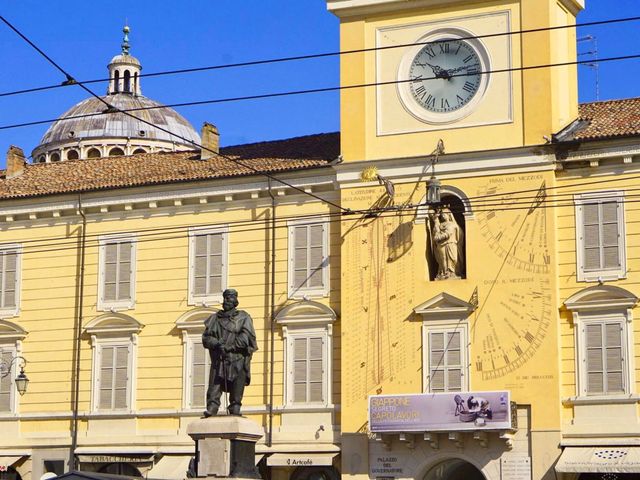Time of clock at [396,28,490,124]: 10:13
